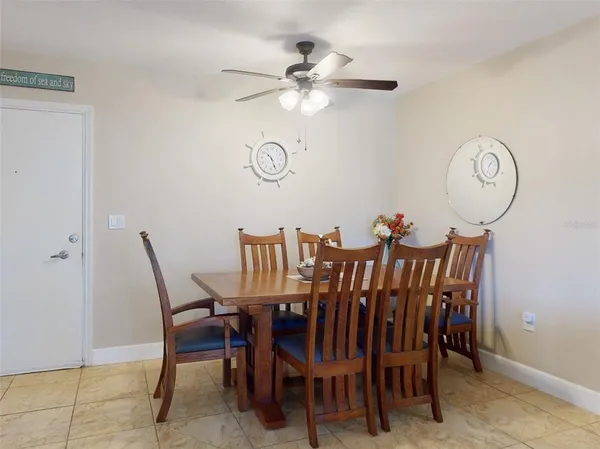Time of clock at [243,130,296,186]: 10:26
